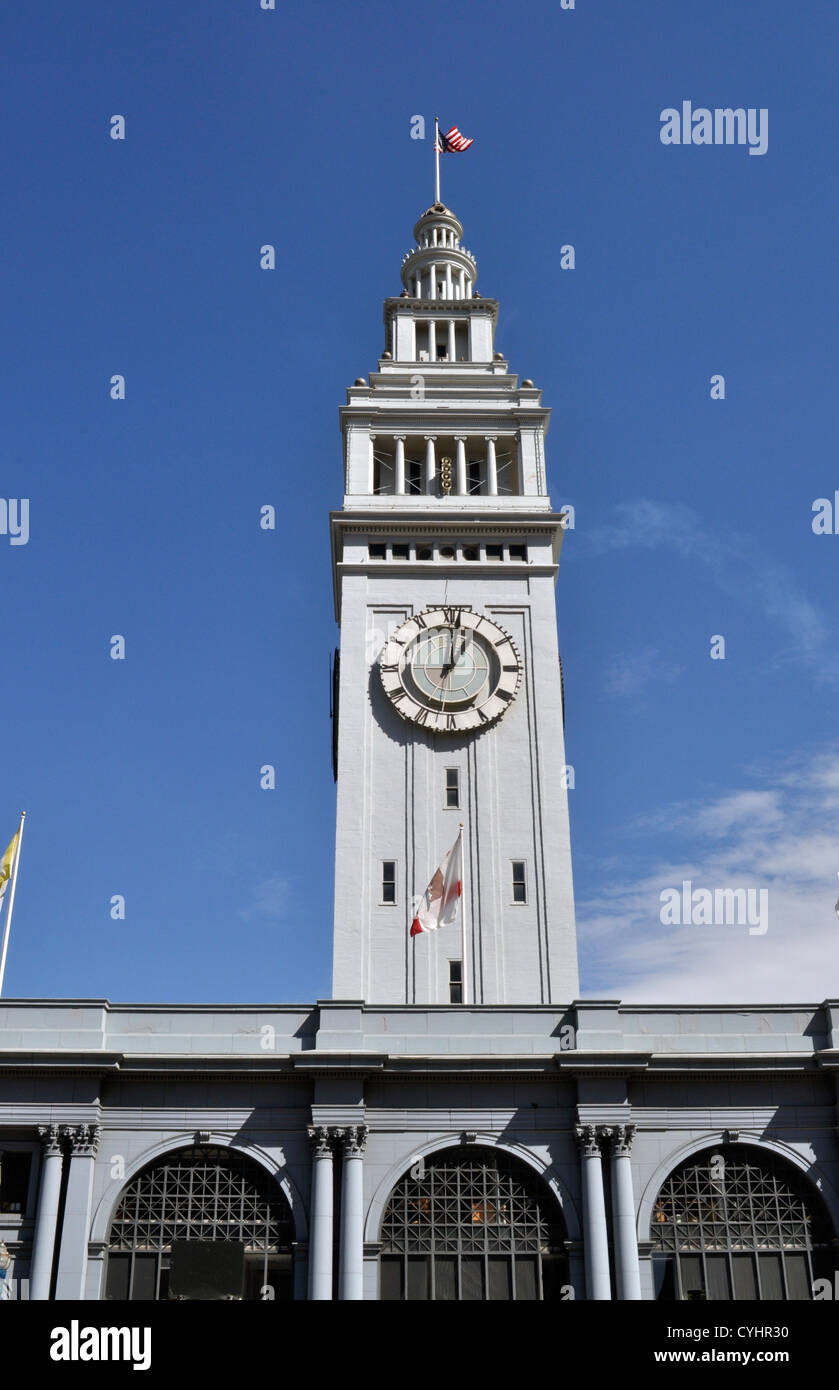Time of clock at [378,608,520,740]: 1:01
